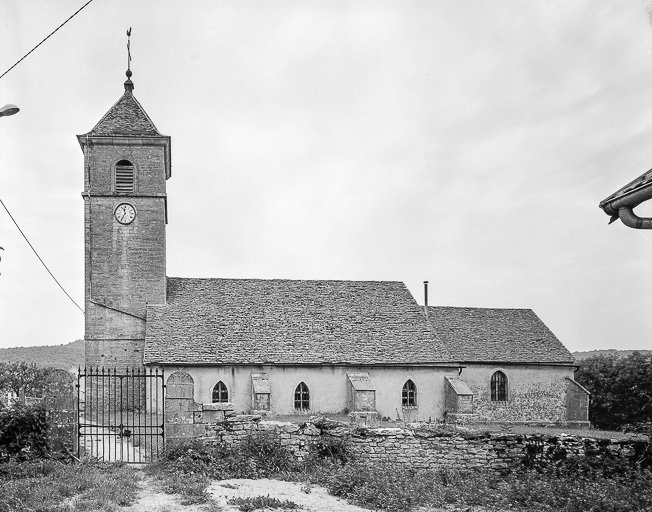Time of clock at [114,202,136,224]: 11:35
